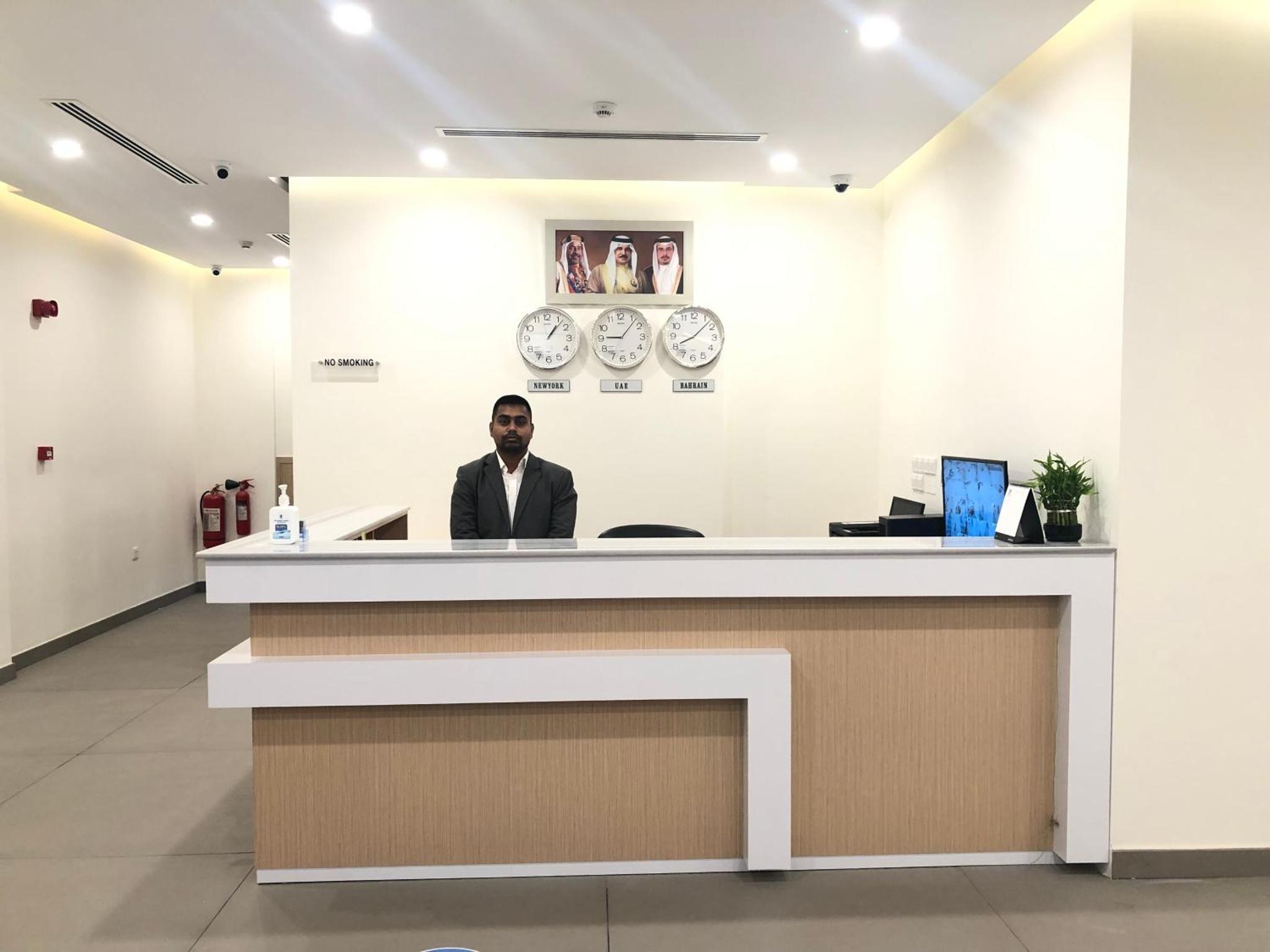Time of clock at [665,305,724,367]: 8:07
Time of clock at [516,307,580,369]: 1:06
